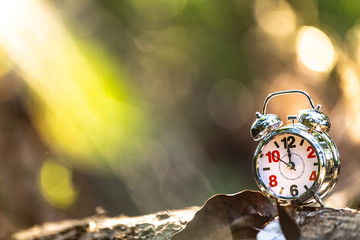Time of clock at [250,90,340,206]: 11:50
